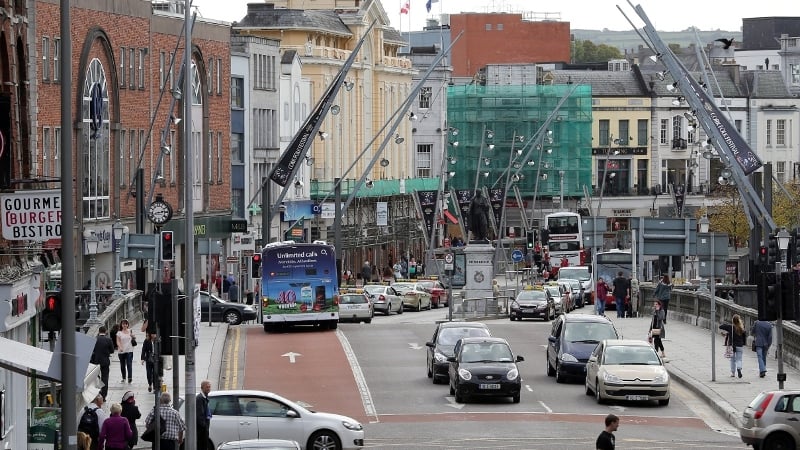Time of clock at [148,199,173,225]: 2:42
